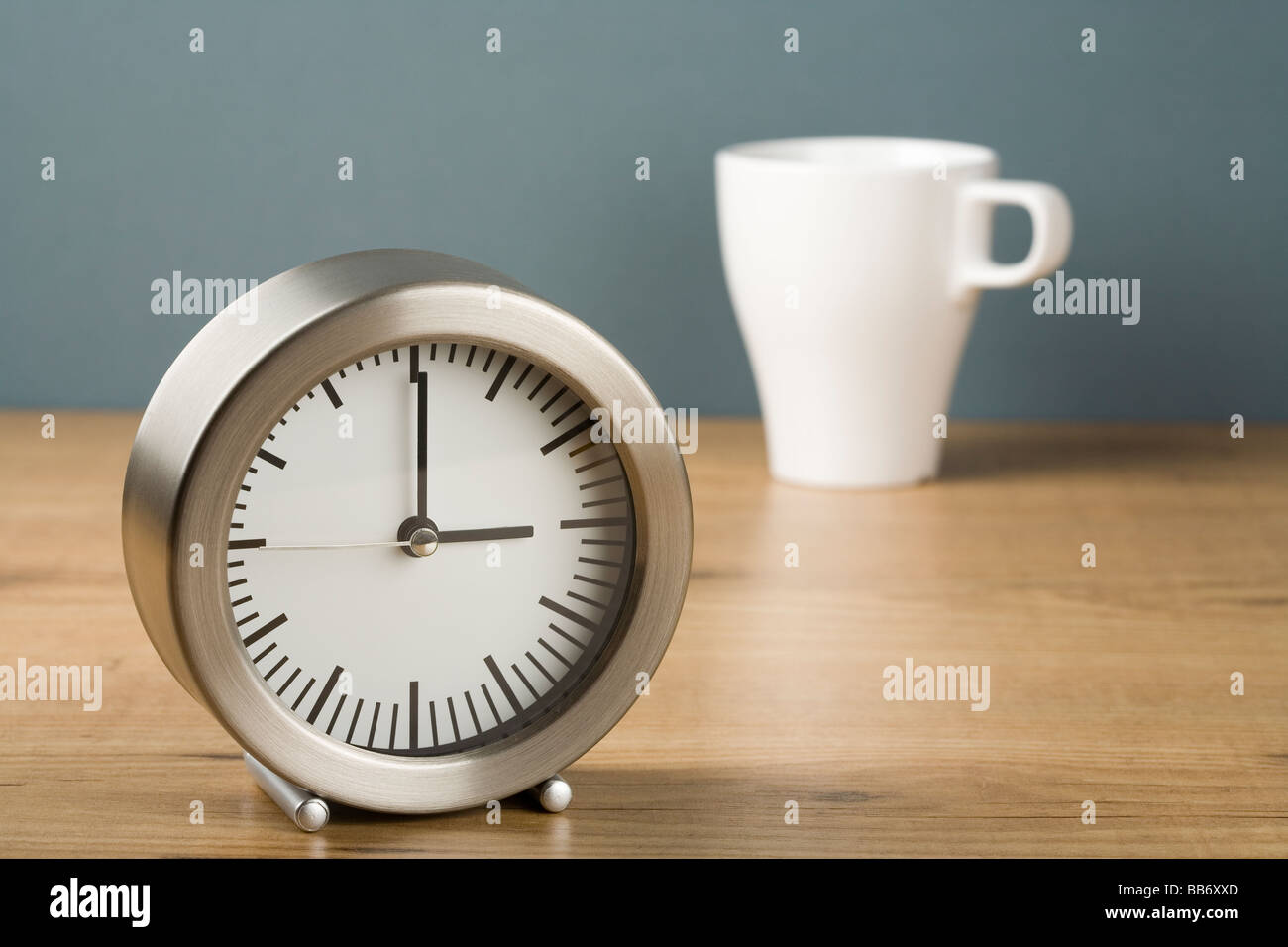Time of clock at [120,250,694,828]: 3:00
